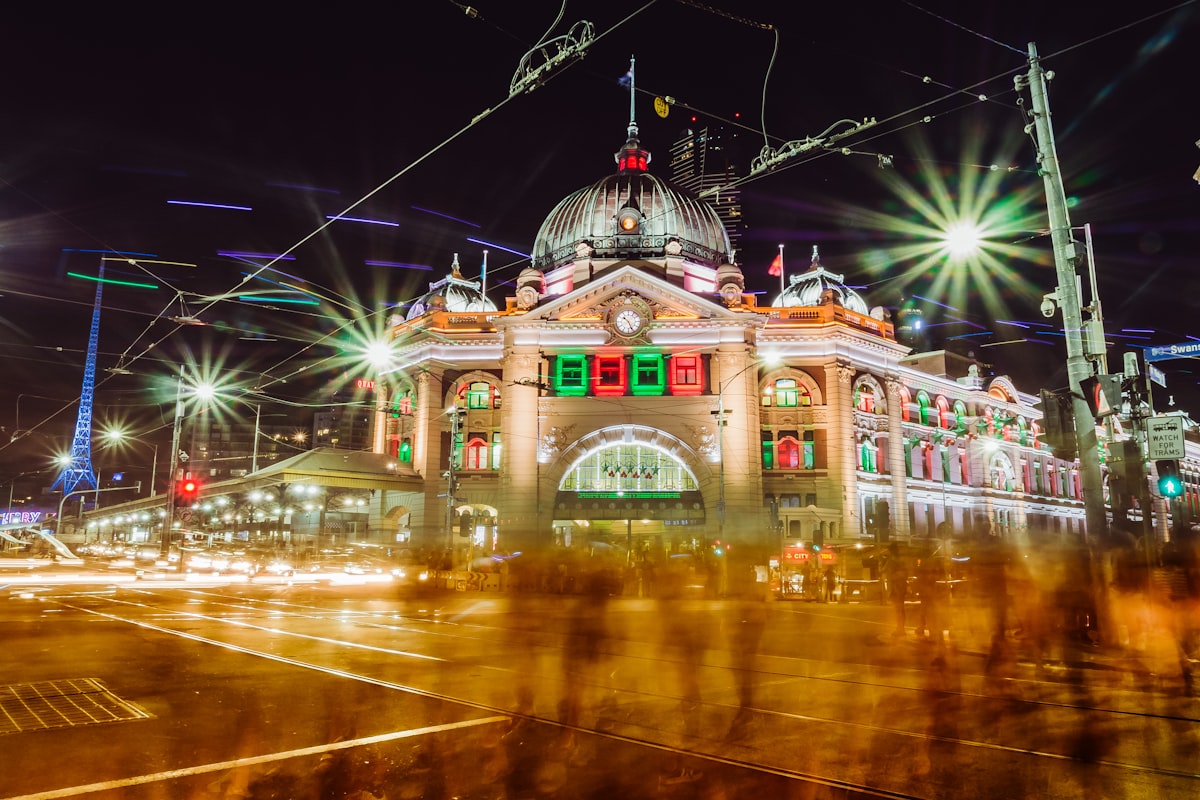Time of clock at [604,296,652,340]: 10:24
